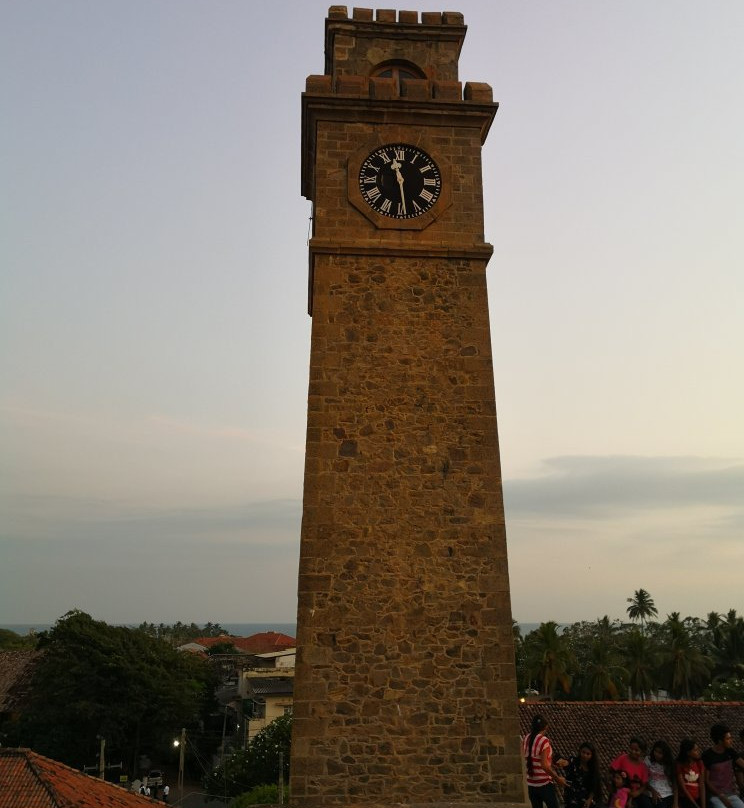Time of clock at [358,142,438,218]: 11:29
